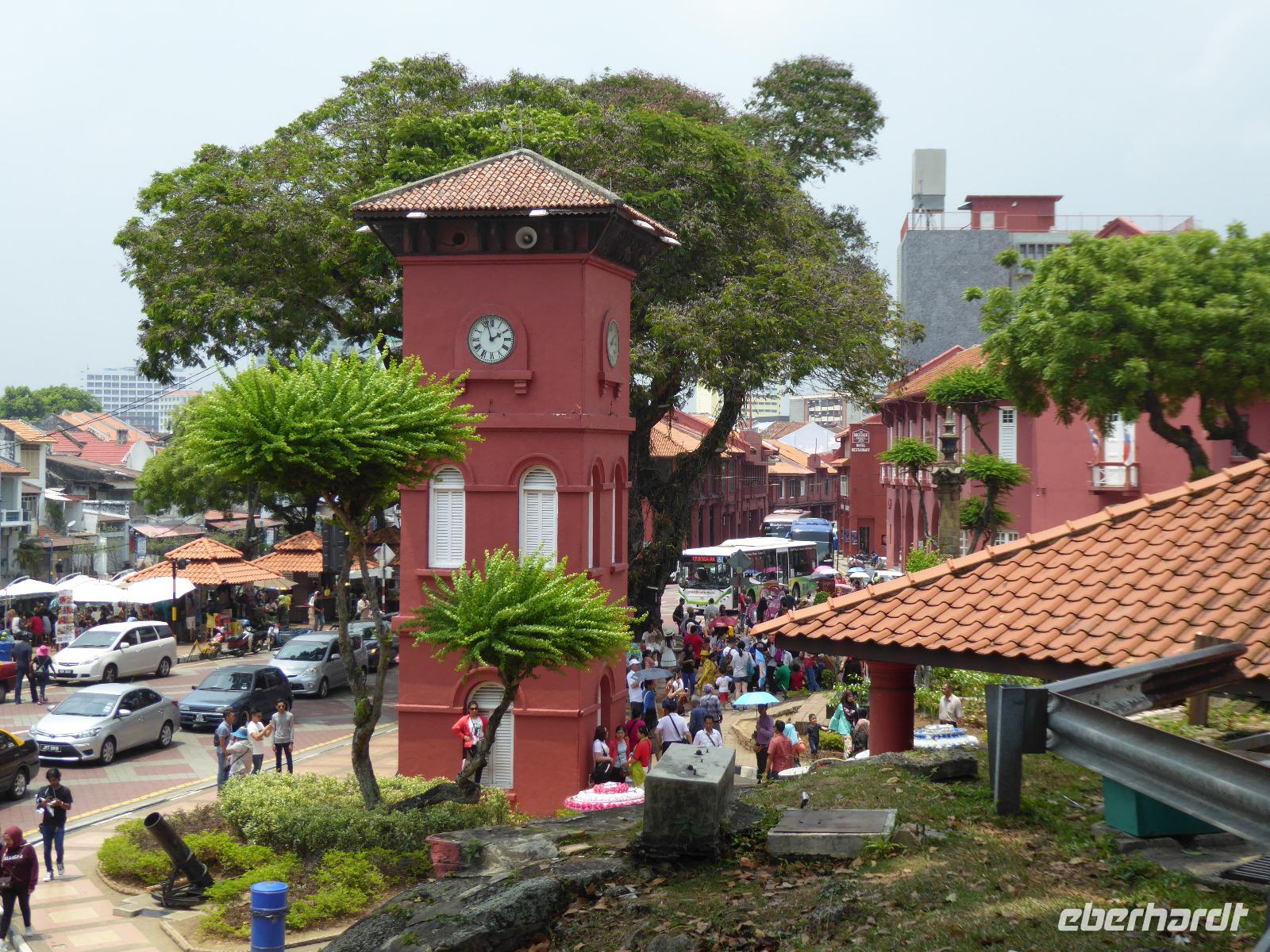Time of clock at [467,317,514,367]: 1:57
